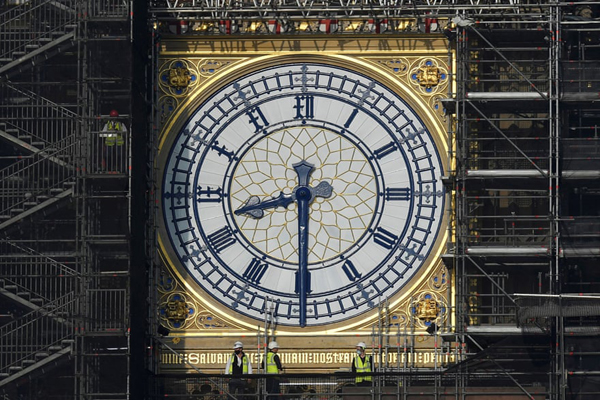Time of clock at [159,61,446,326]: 8:29
